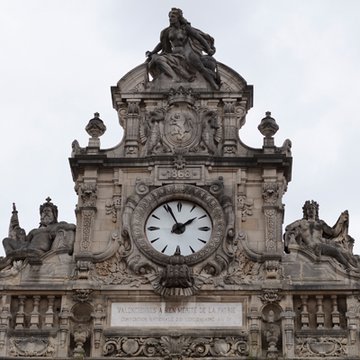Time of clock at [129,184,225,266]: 1:55
